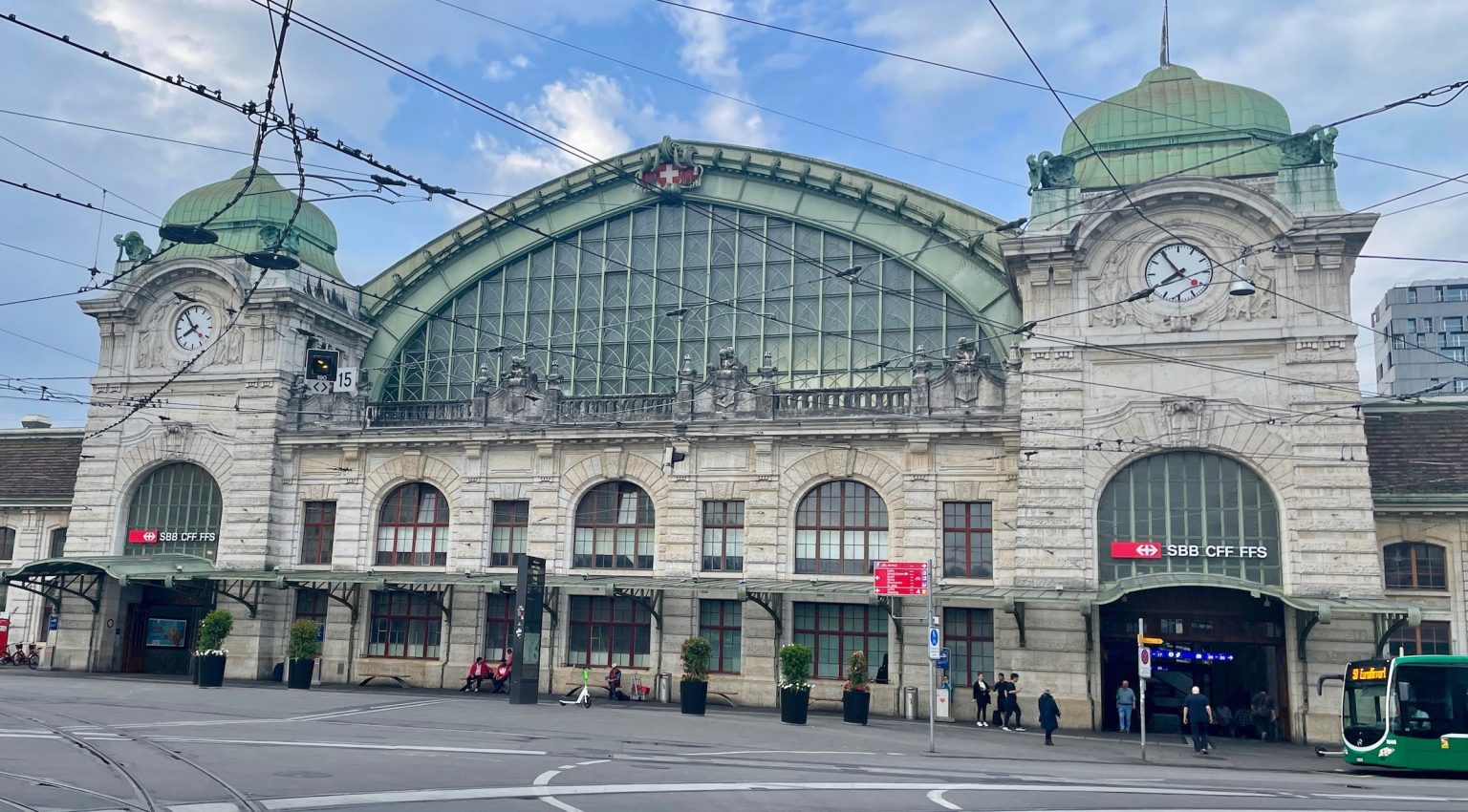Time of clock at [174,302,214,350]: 7:53
